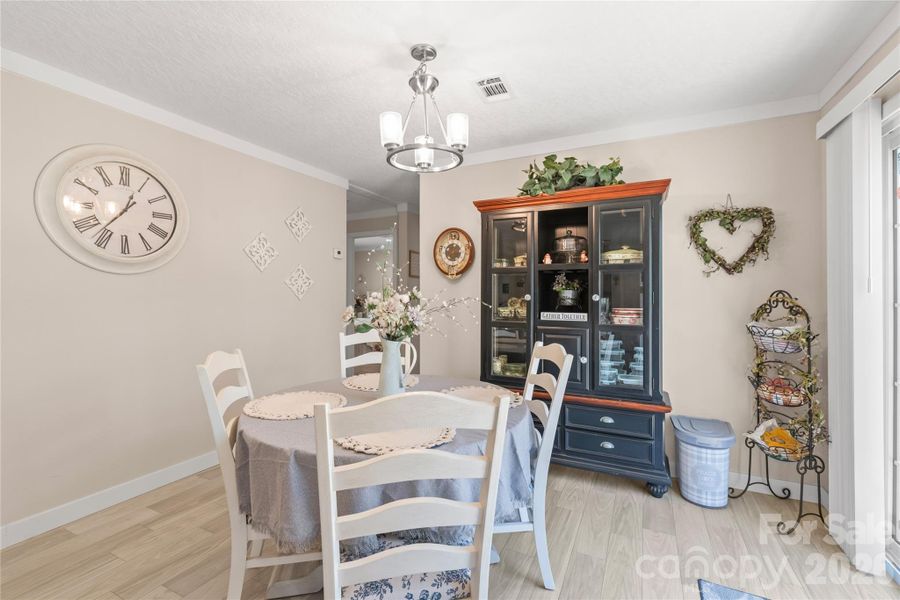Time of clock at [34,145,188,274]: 12:36
